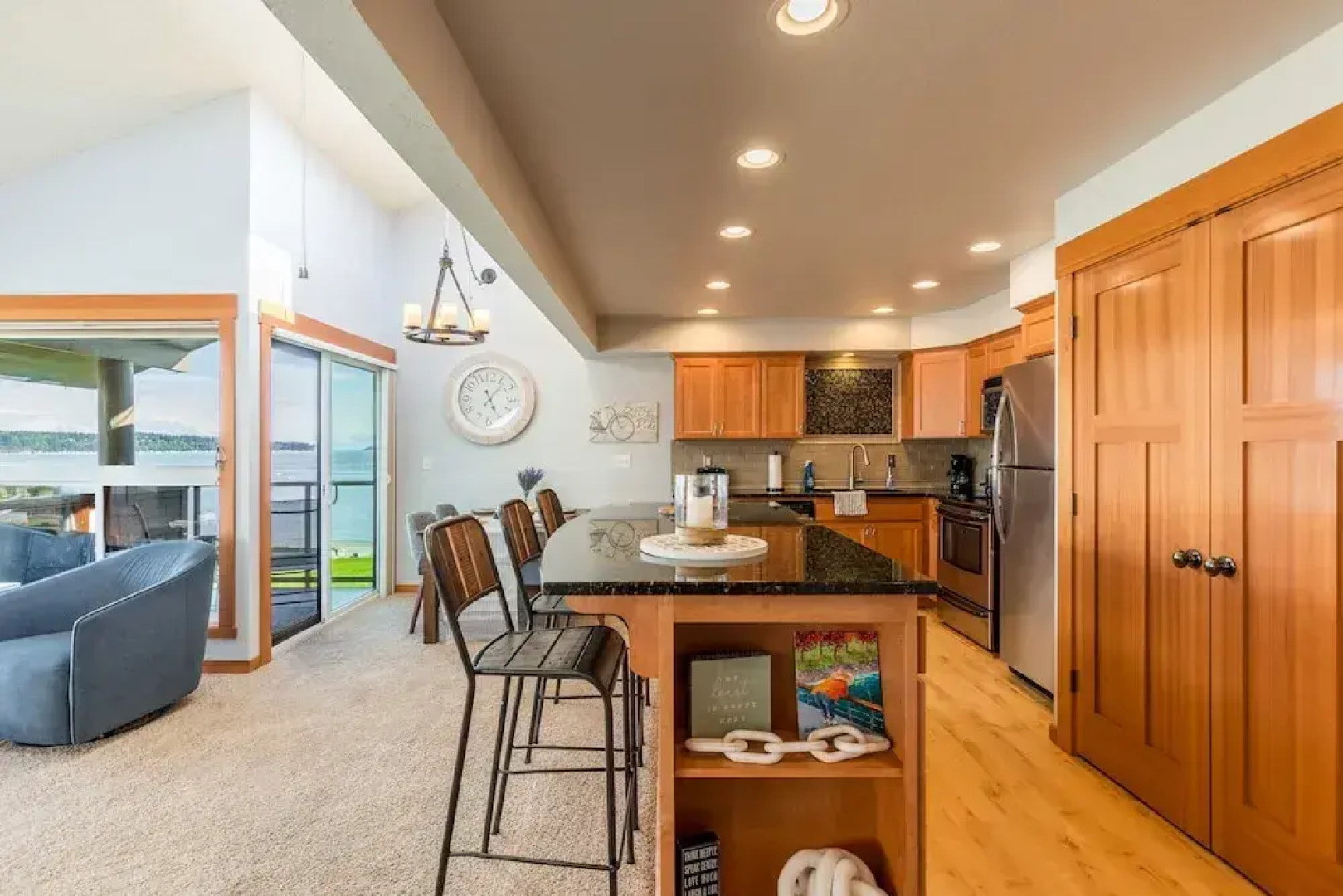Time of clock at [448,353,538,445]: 5:06
